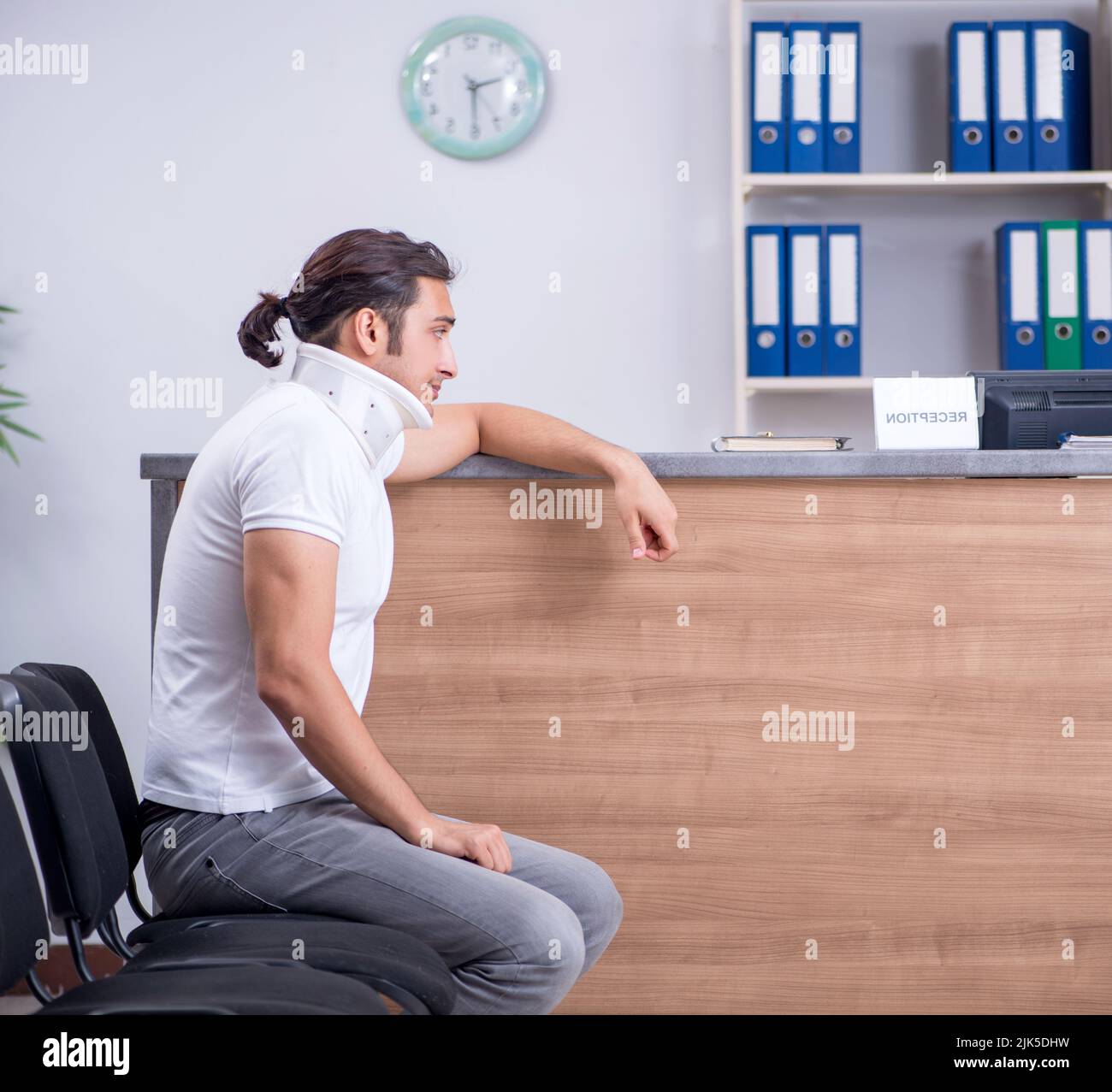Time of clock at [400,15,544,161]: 2:29
